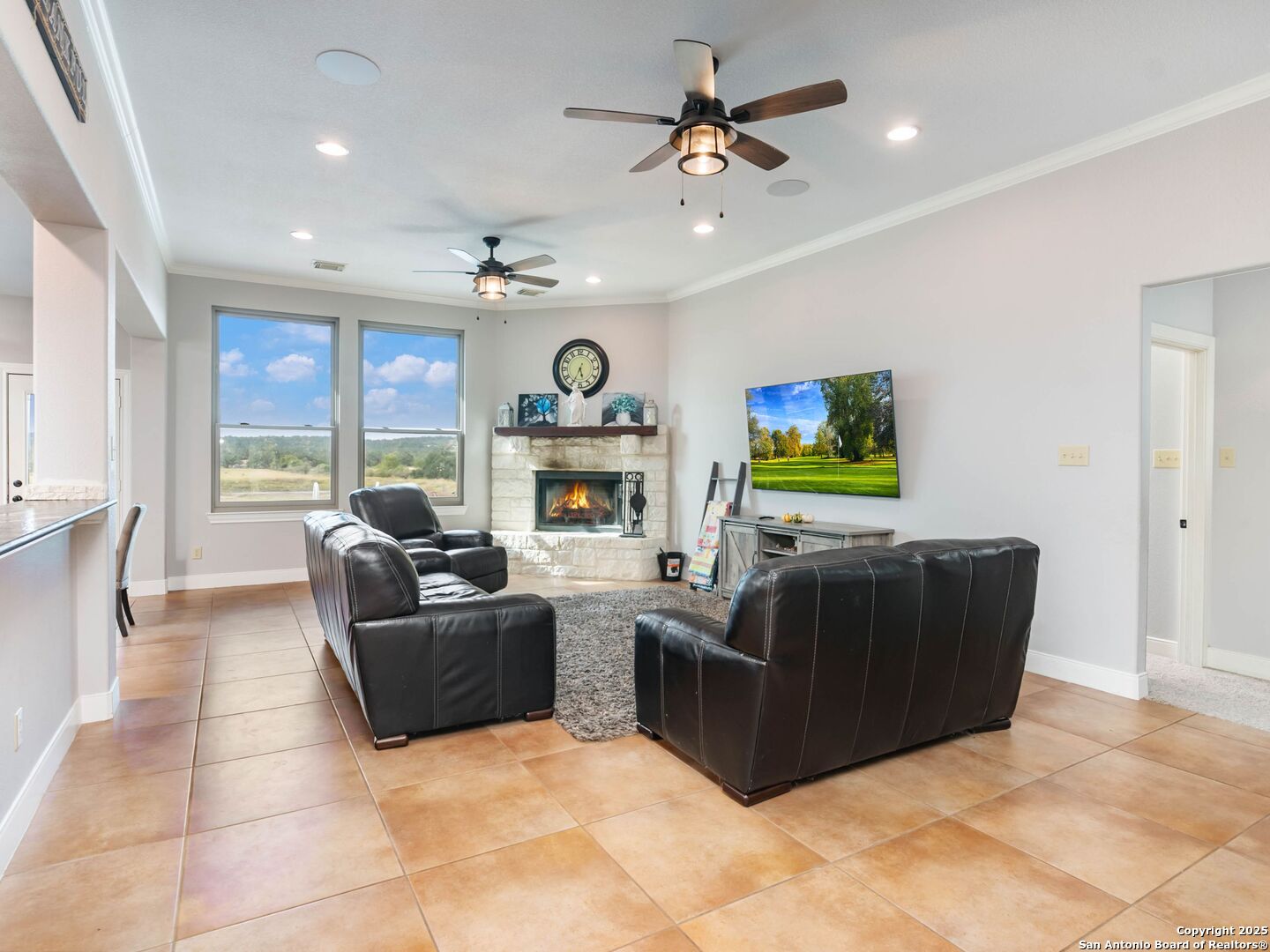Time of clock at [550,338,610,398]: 5:34
